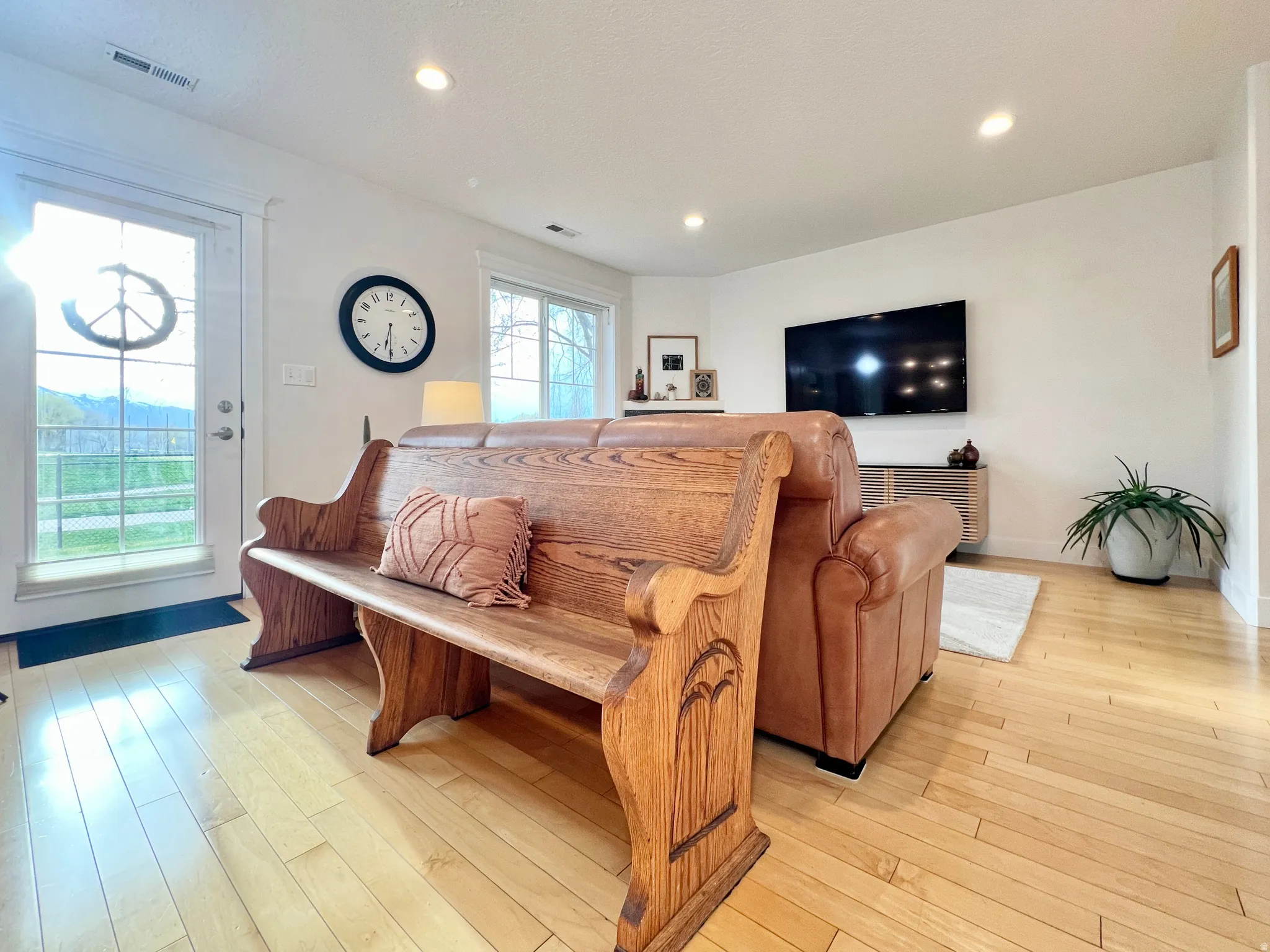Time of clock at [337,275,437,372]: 6:30
